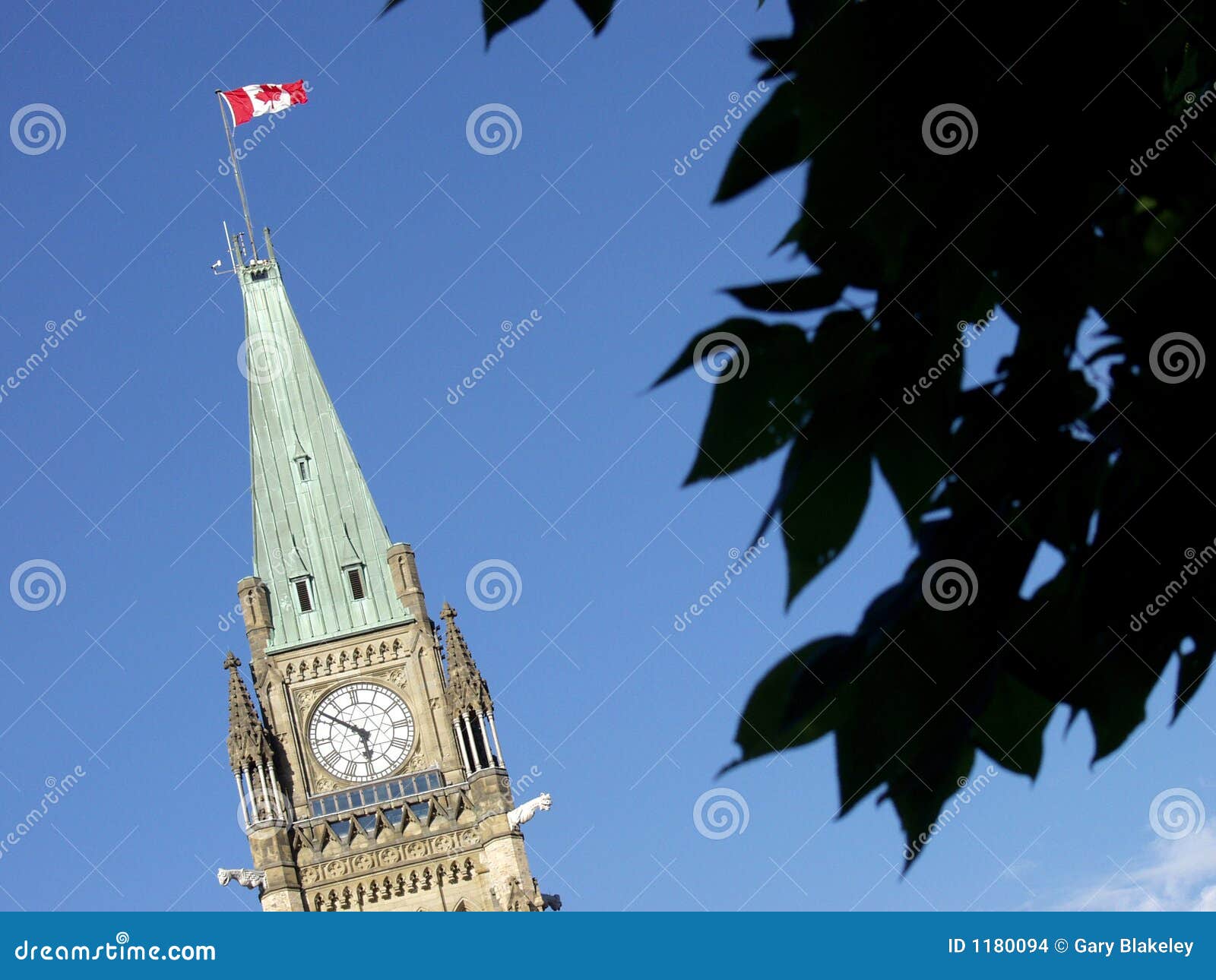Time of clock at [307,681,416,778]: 5:51
